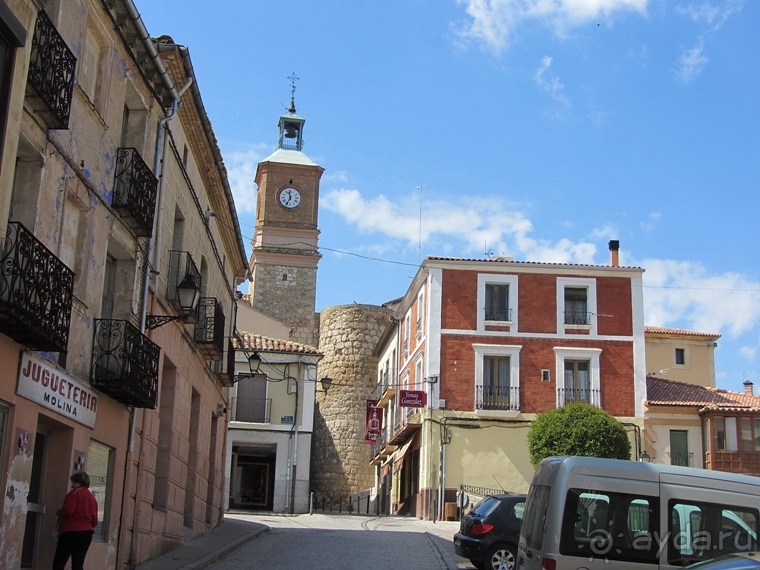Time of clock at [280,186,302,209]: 11:34
